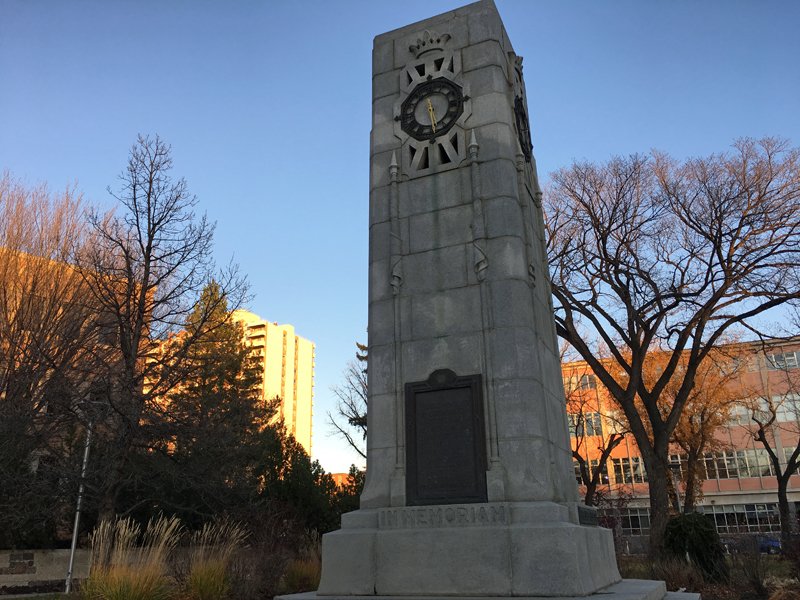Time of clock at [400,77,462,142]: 11:28
